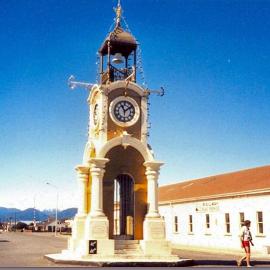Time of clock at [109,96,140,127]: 11:08
